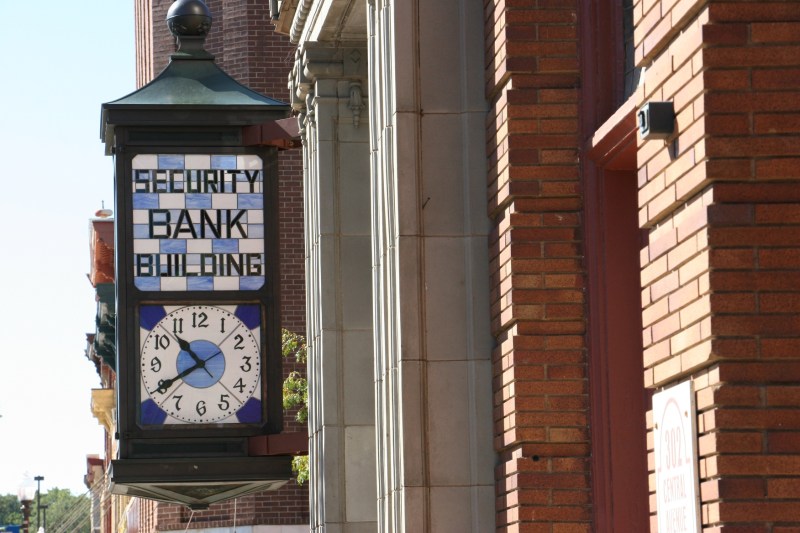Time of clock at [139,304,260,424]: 10:40
